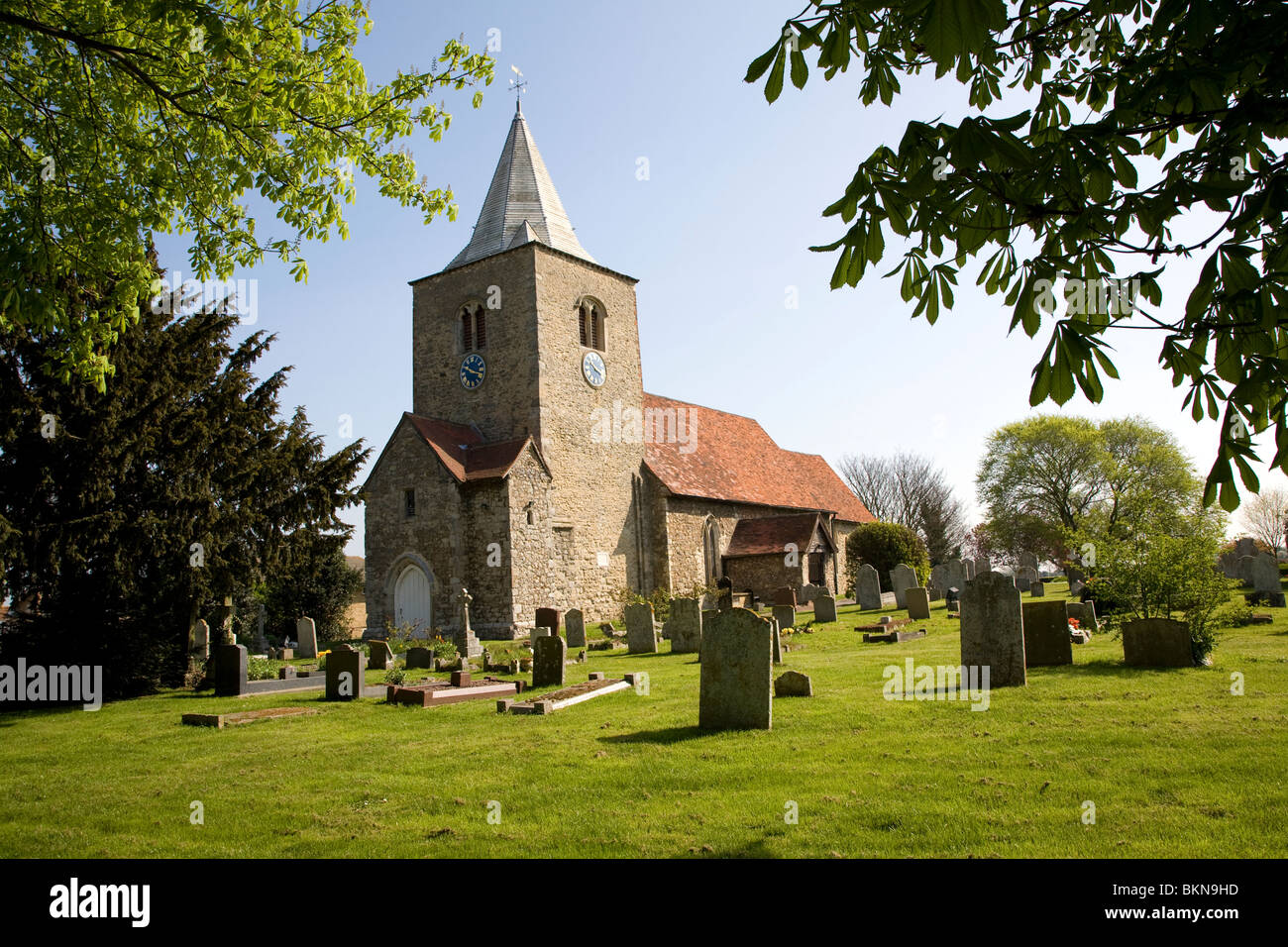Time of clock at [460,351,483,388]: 3:50
